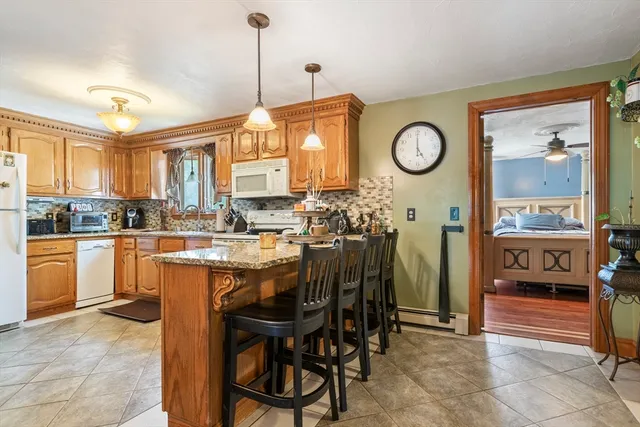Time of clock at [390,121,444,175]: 5:00
